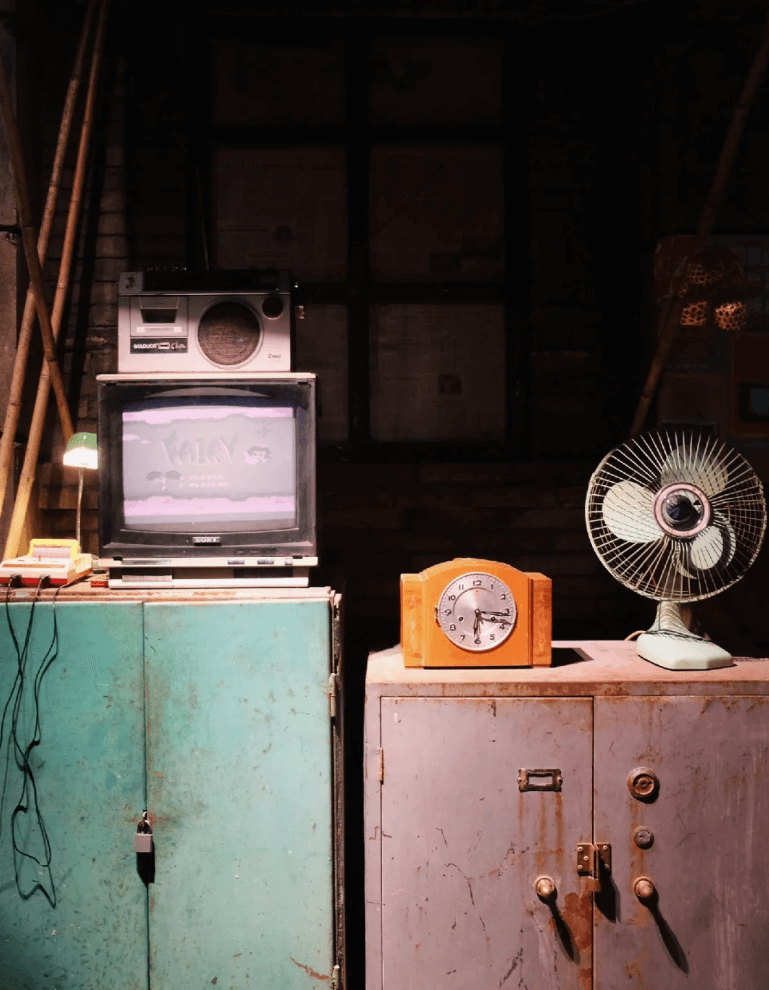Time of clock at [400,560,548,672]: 6:16
